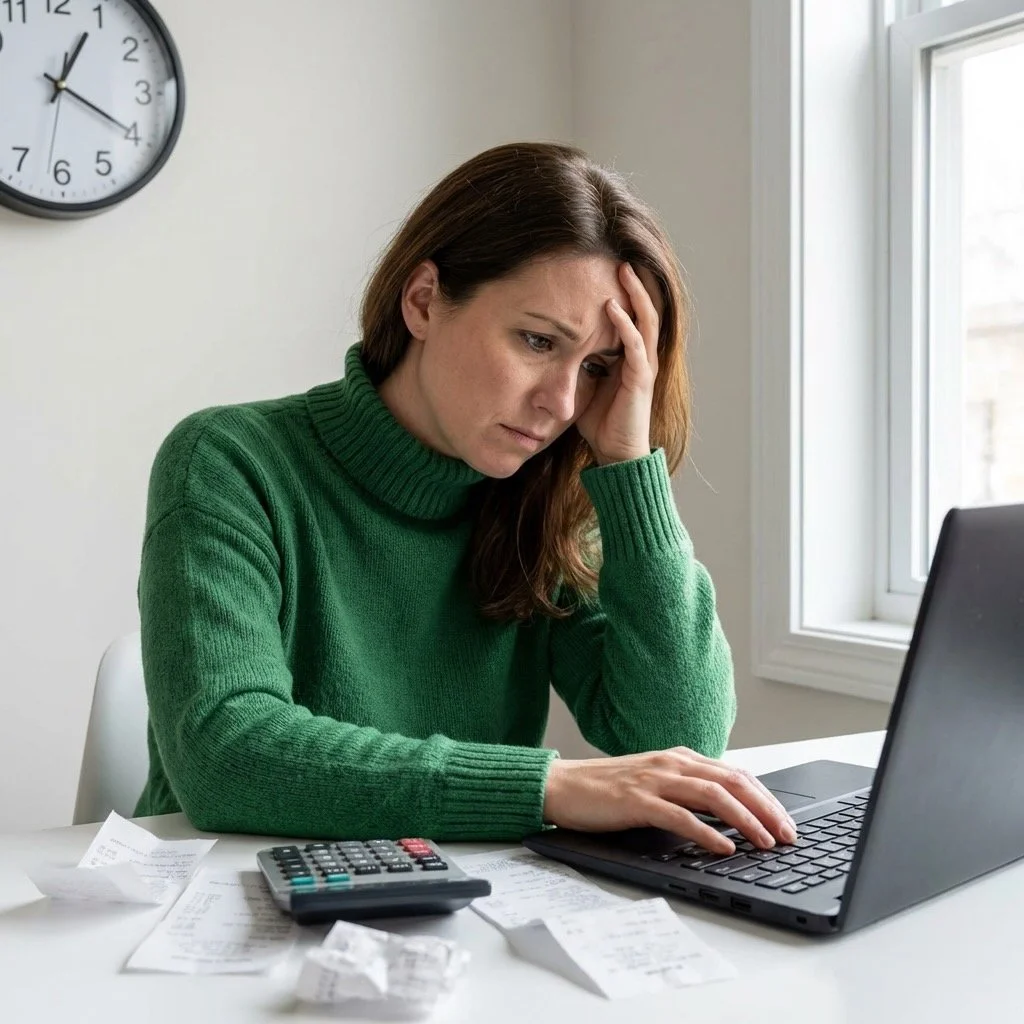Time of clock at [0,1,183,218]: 4:04
